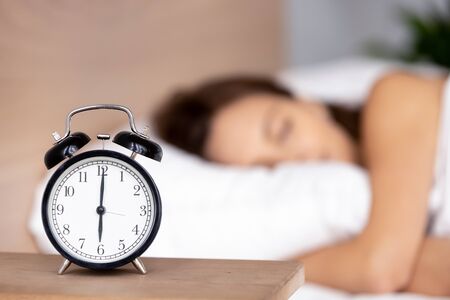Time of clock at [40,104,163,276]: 6:00
